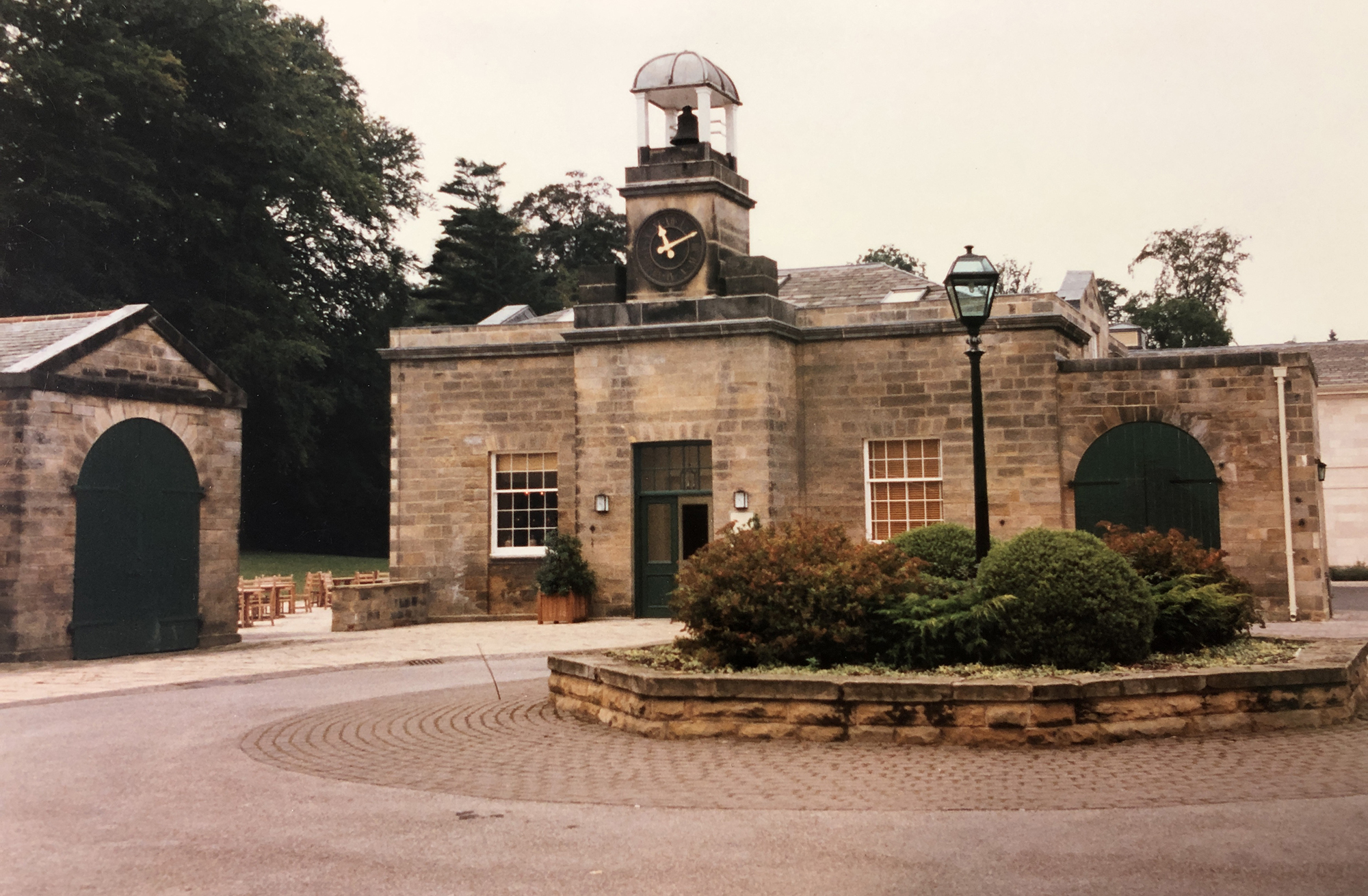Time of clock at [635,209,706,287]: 11:10
